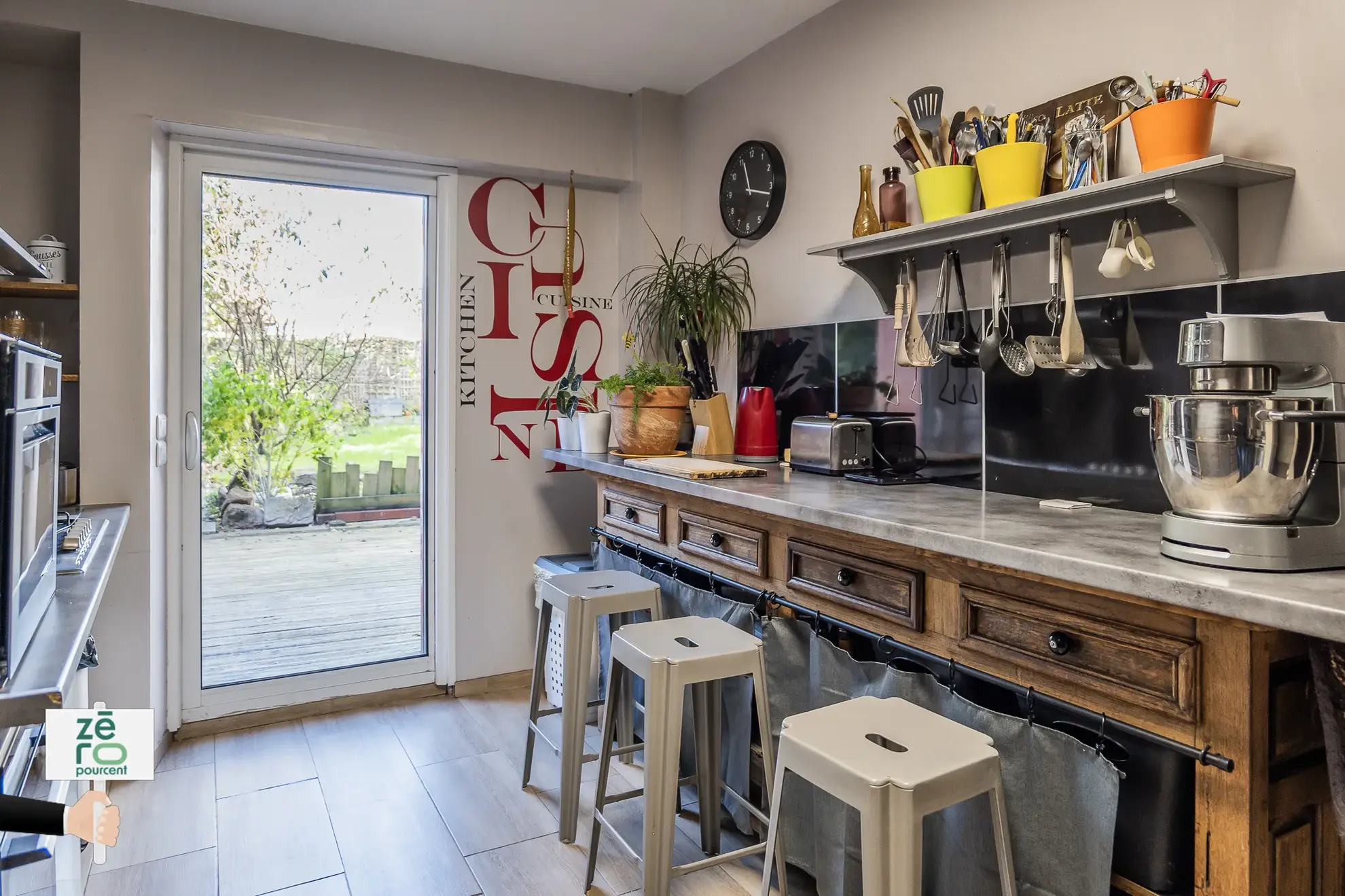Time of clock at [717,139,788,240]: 11:17
